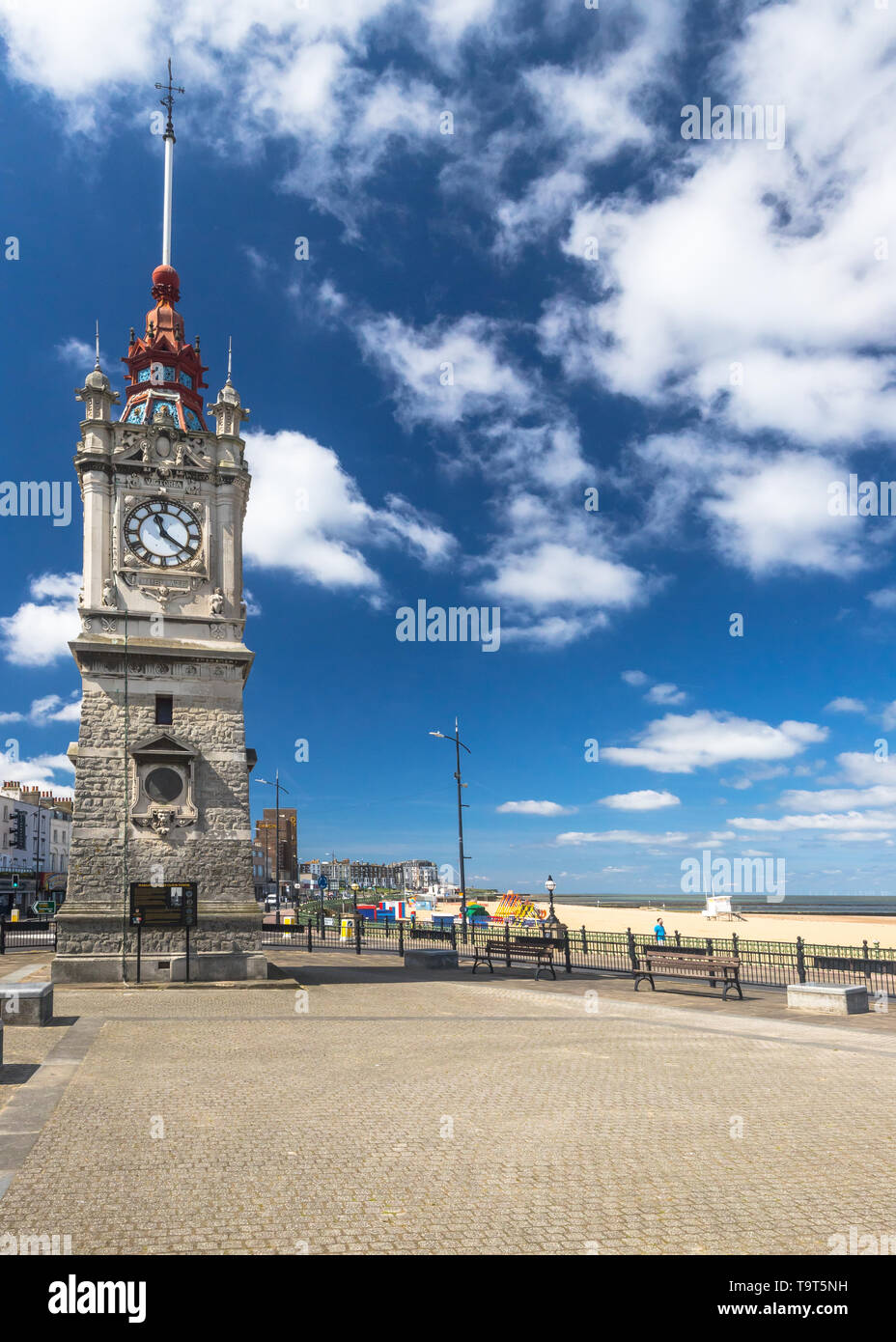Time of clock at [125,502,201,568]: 11:21
